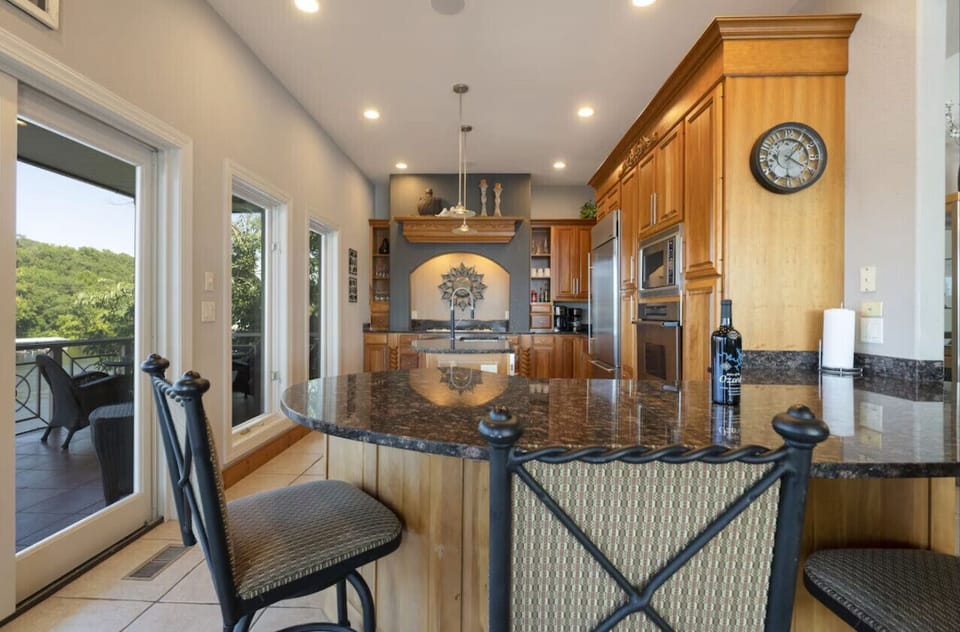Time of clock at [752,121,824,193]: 4:07
